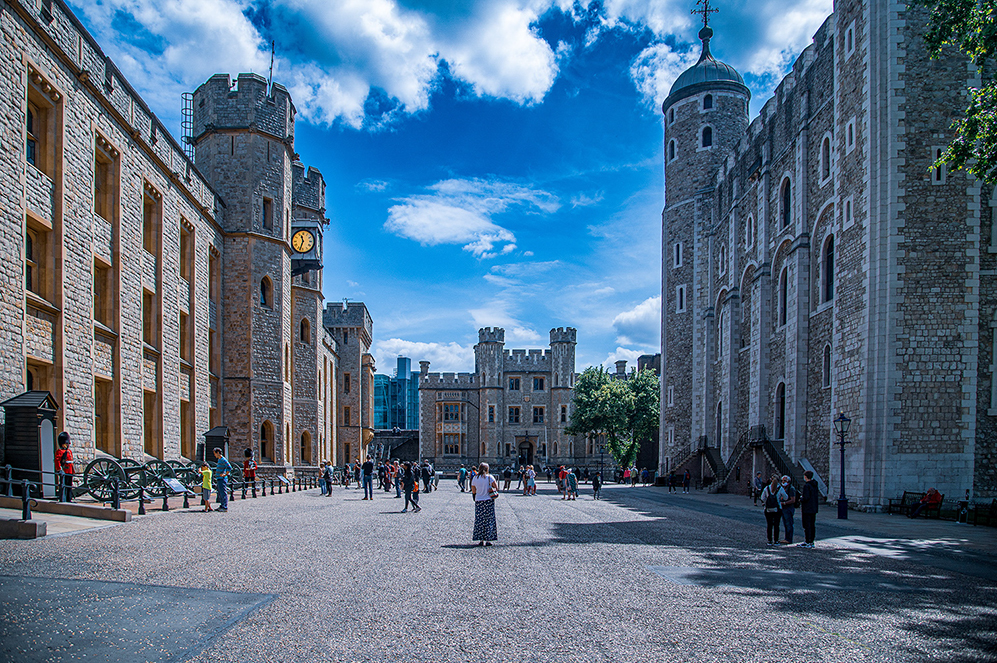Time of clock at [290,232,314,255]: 11:33
